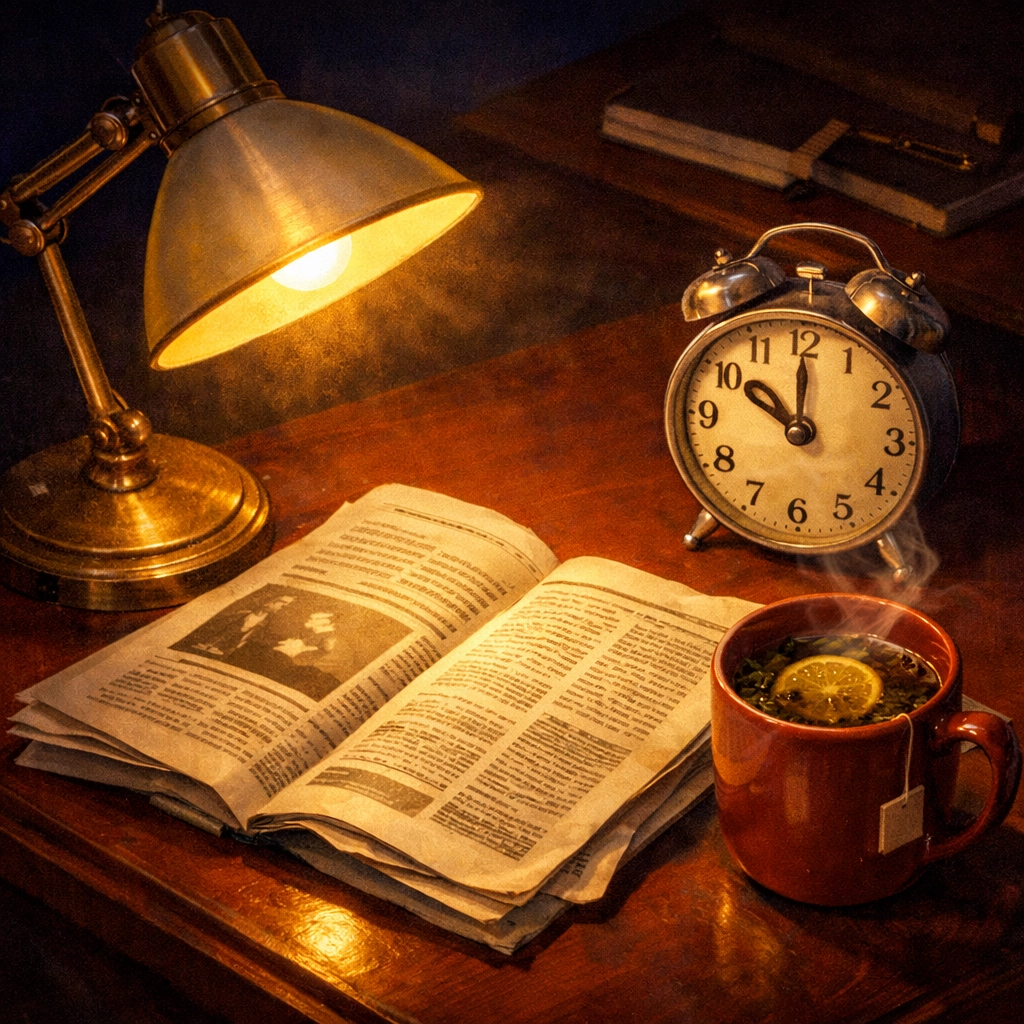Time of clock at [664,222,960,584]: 10:00
